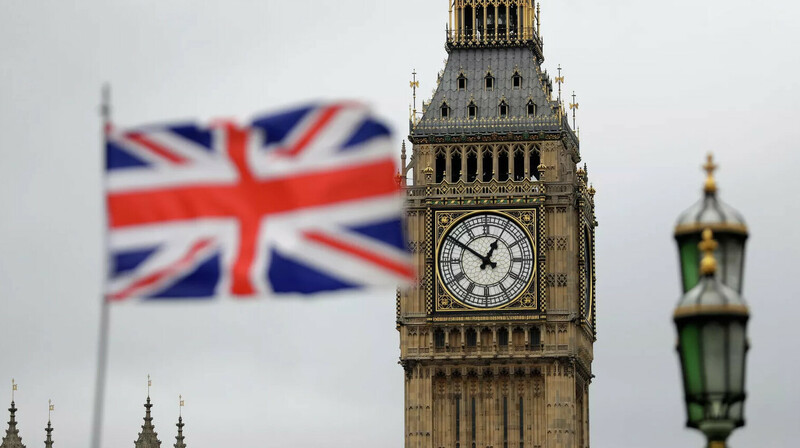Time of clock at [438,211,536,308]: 12:50
